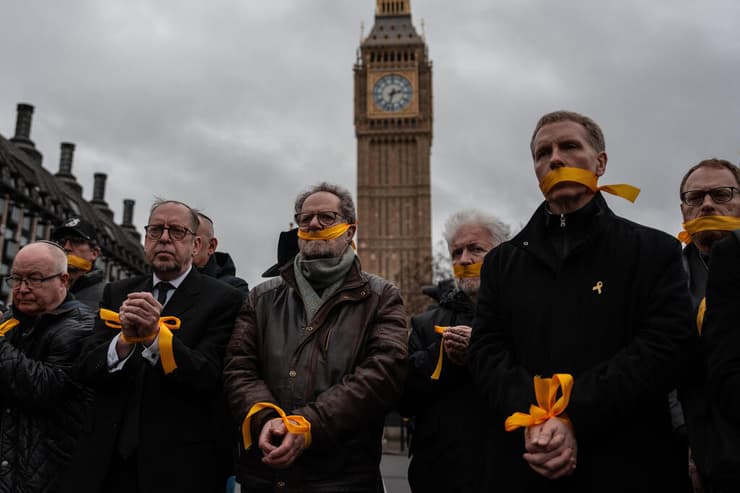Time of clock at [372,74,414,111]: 2:32
